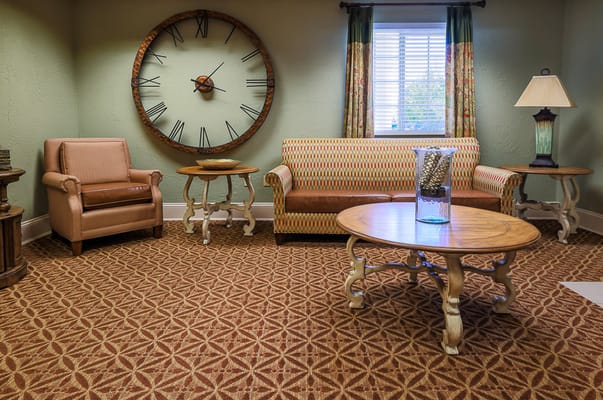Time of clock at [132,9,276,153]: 1:18
